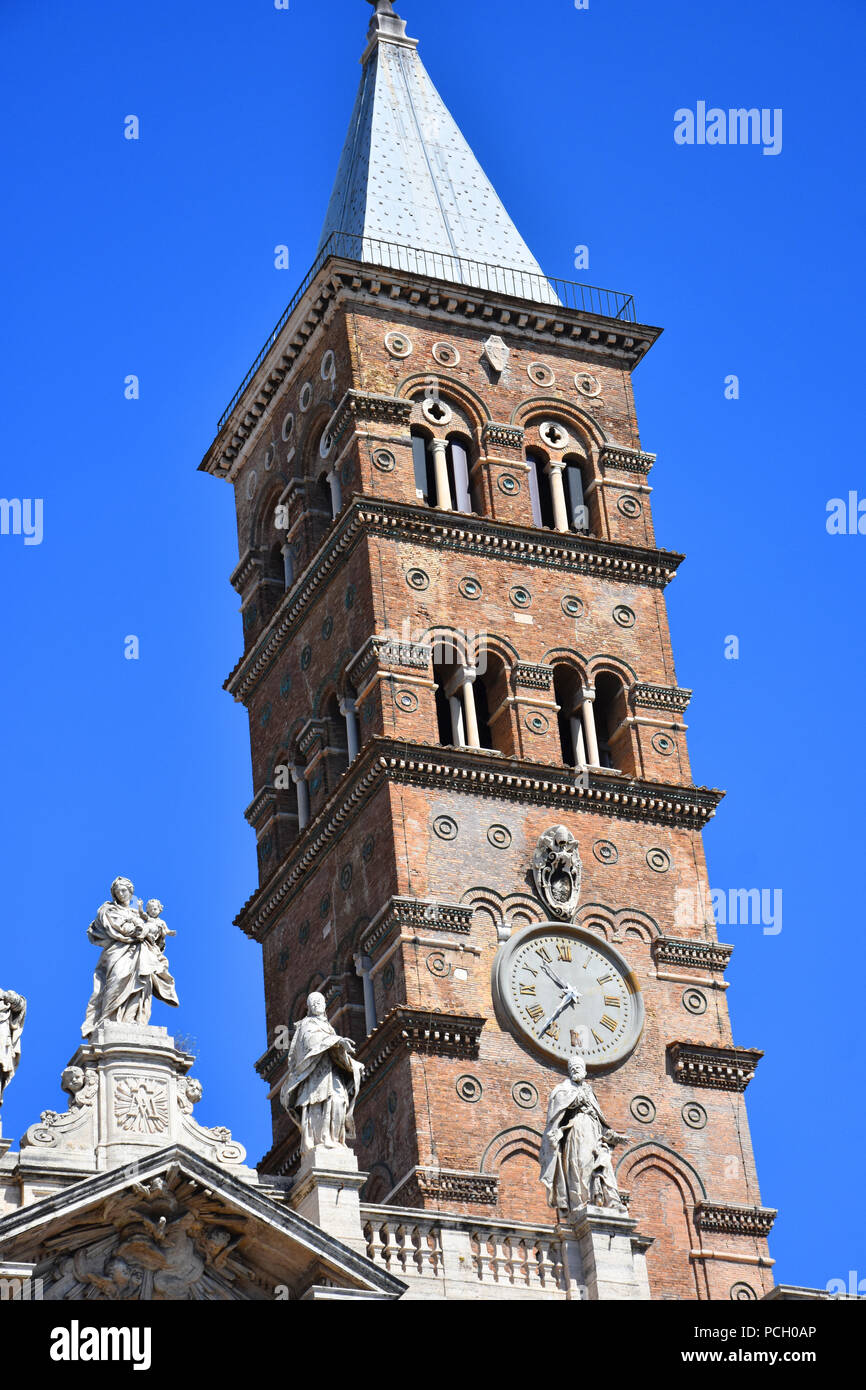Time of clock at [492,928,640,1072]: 10:36
